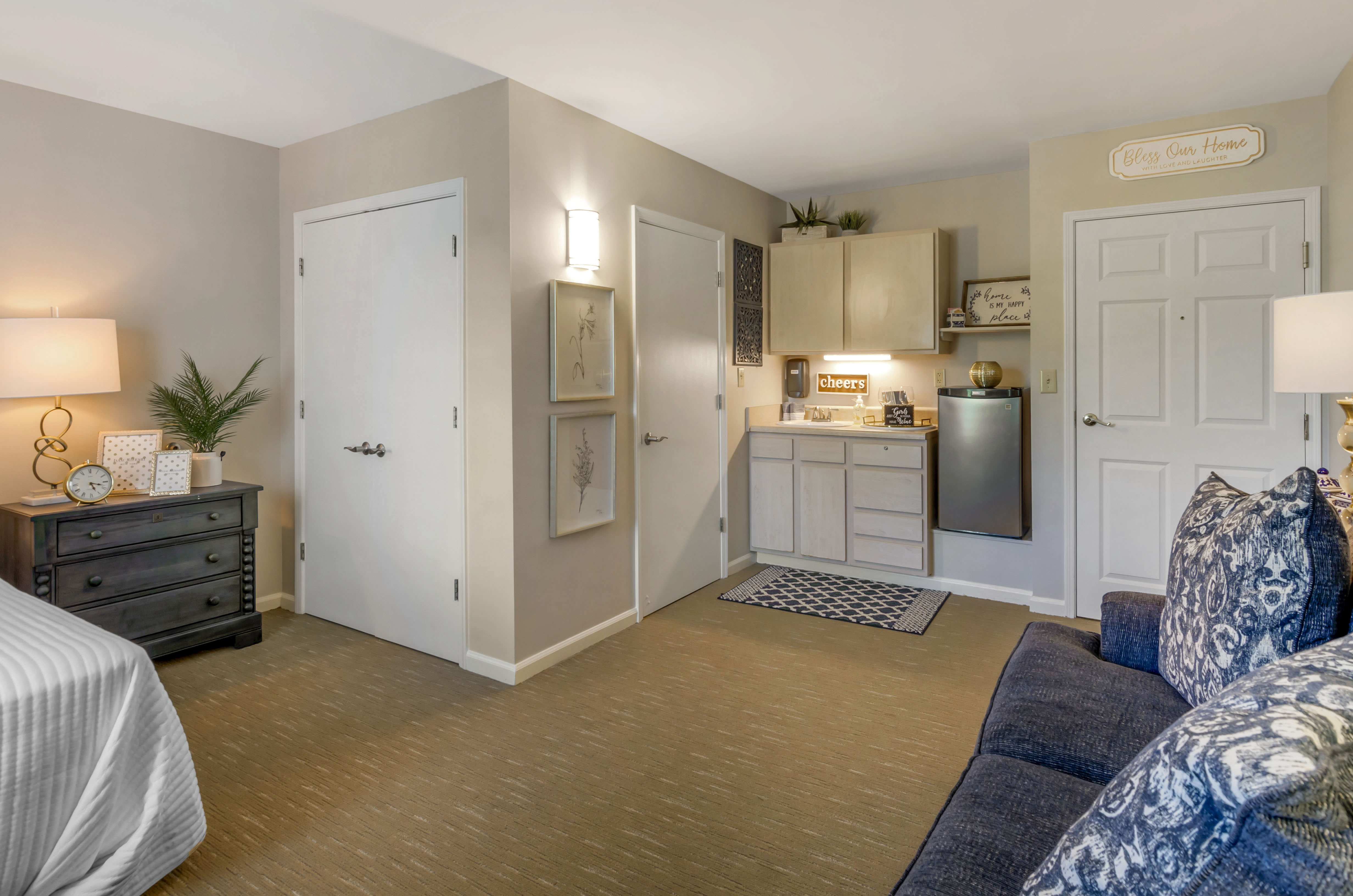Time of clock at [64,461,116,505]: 5:17
